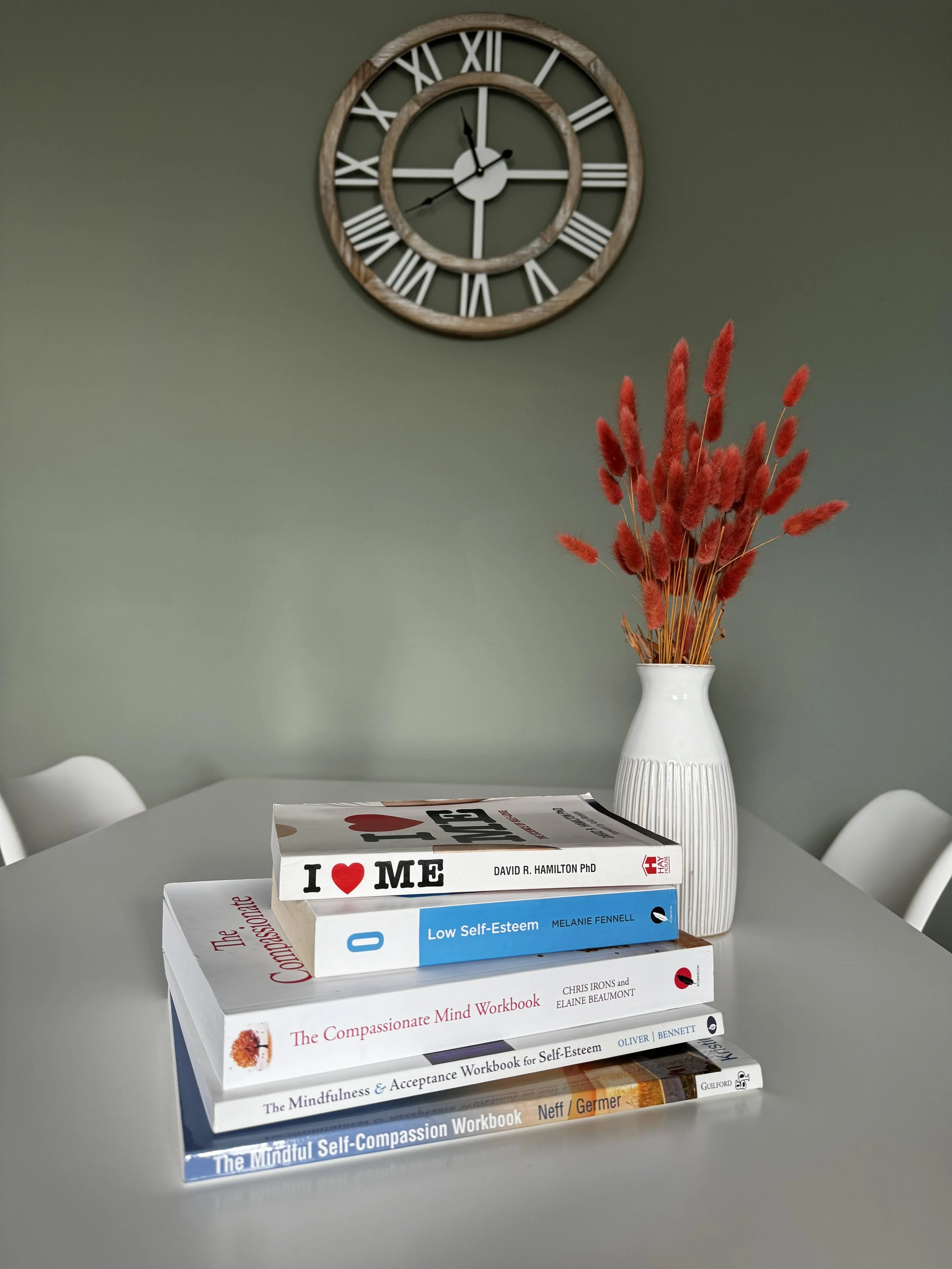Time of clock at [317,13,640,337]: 11:44
